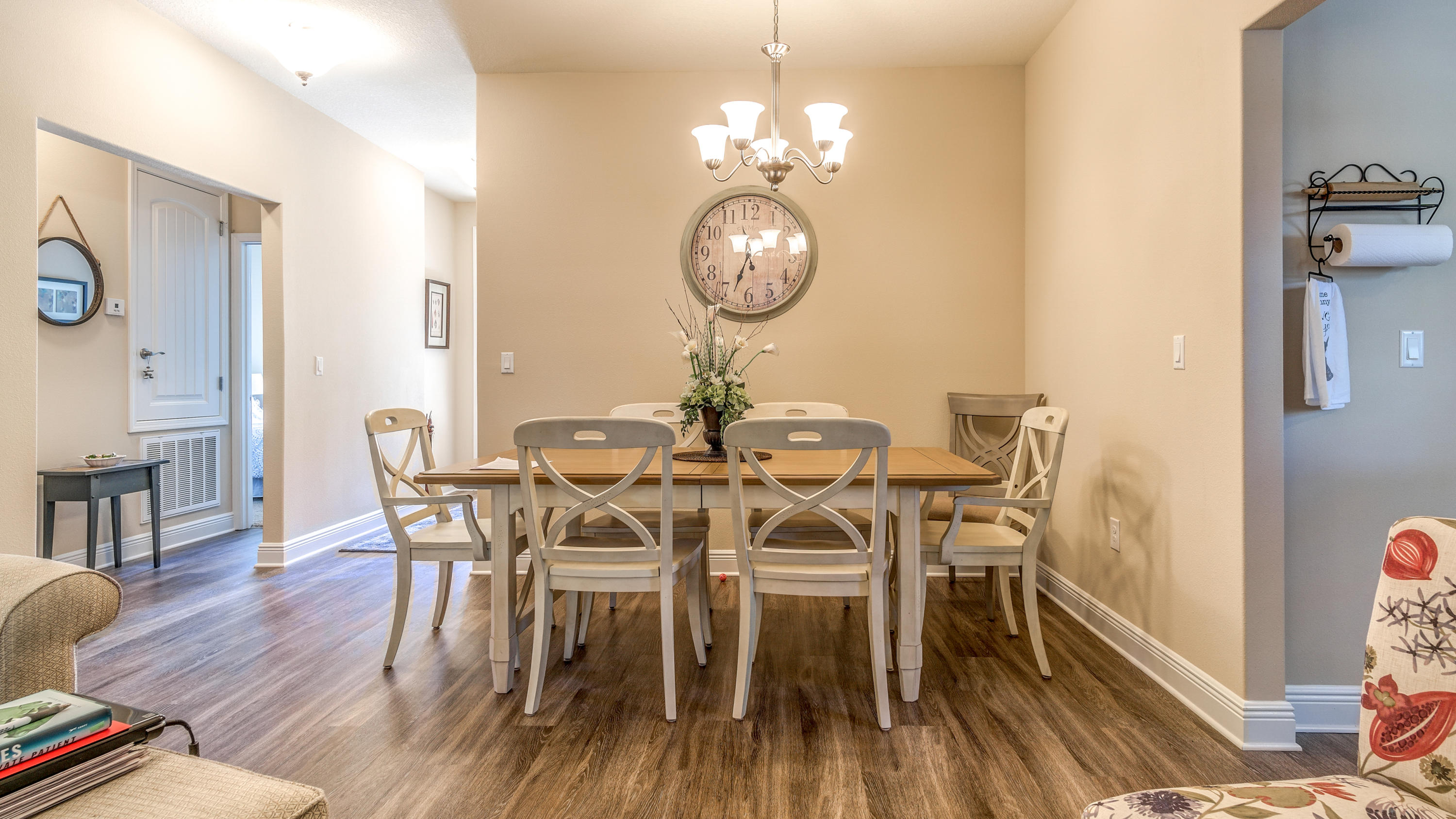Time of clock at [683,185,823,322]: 5:33
